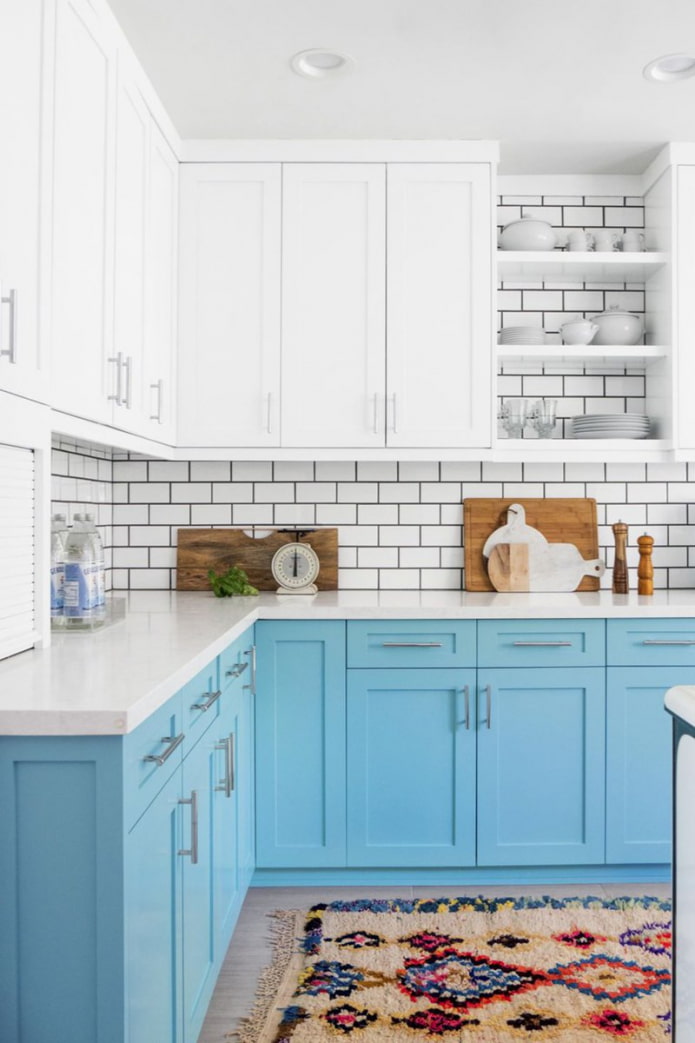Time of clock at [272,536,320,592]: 5:59
